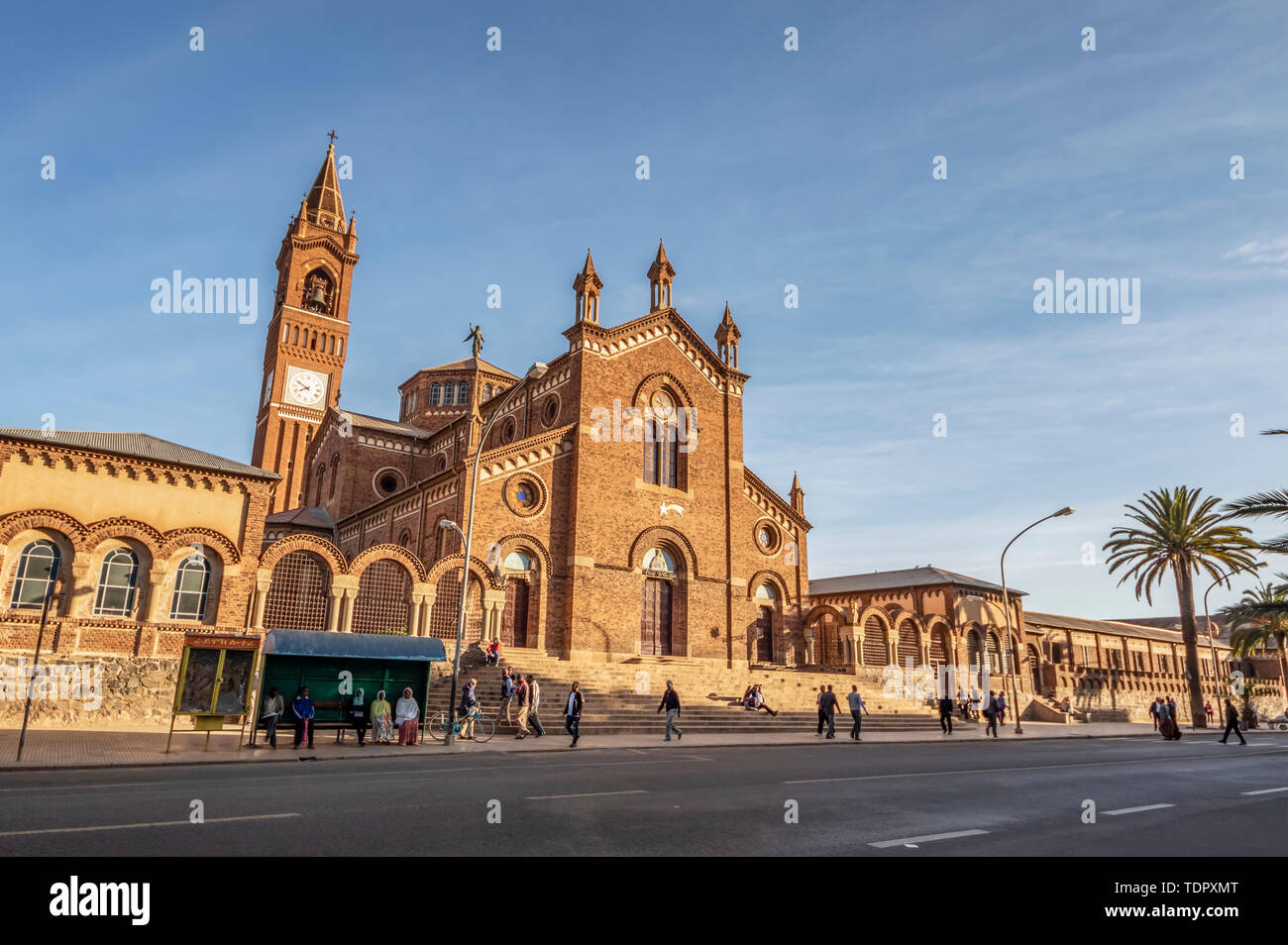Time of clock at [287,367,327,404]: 7:49
